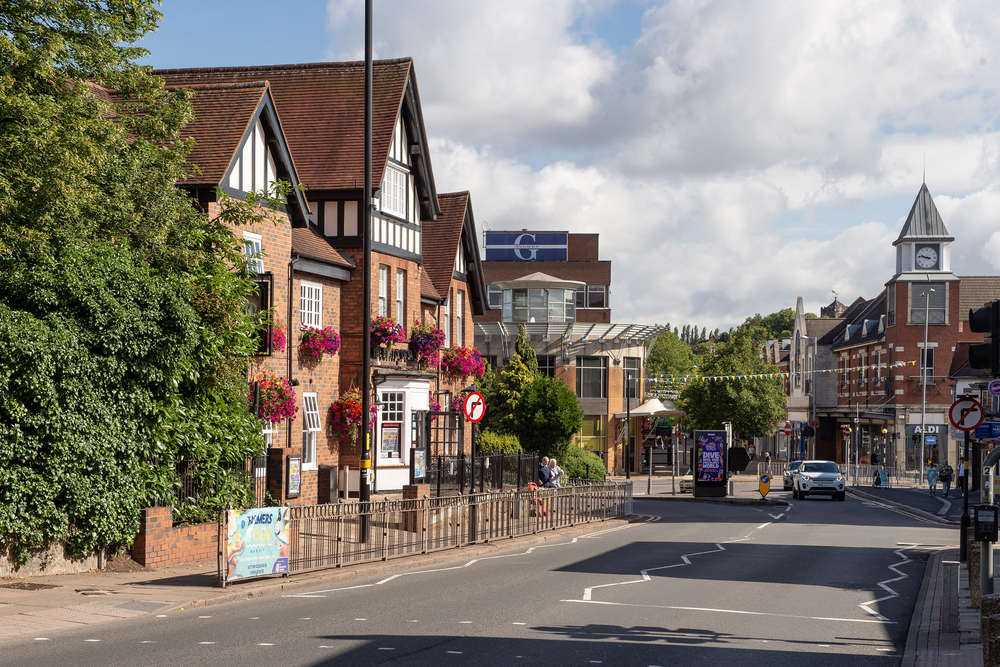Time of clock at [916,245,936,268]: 9:46
